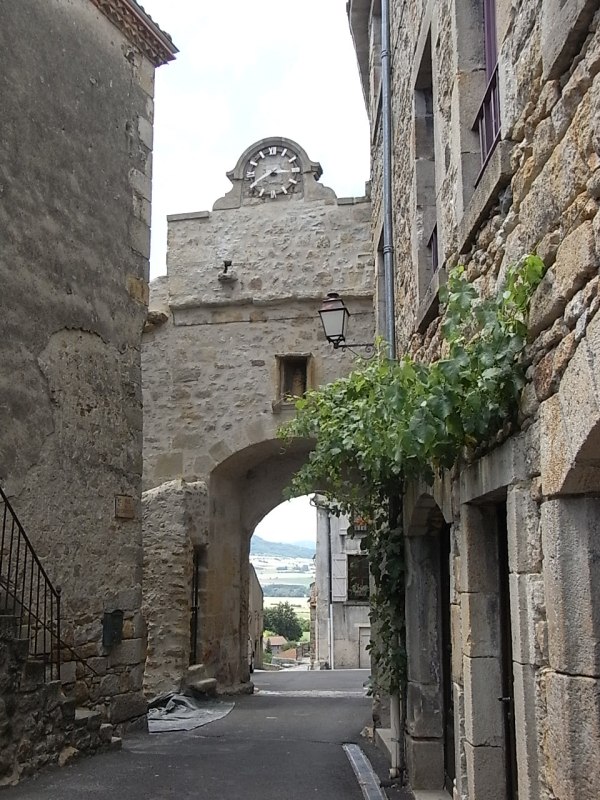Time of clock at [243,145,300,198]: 8:15
